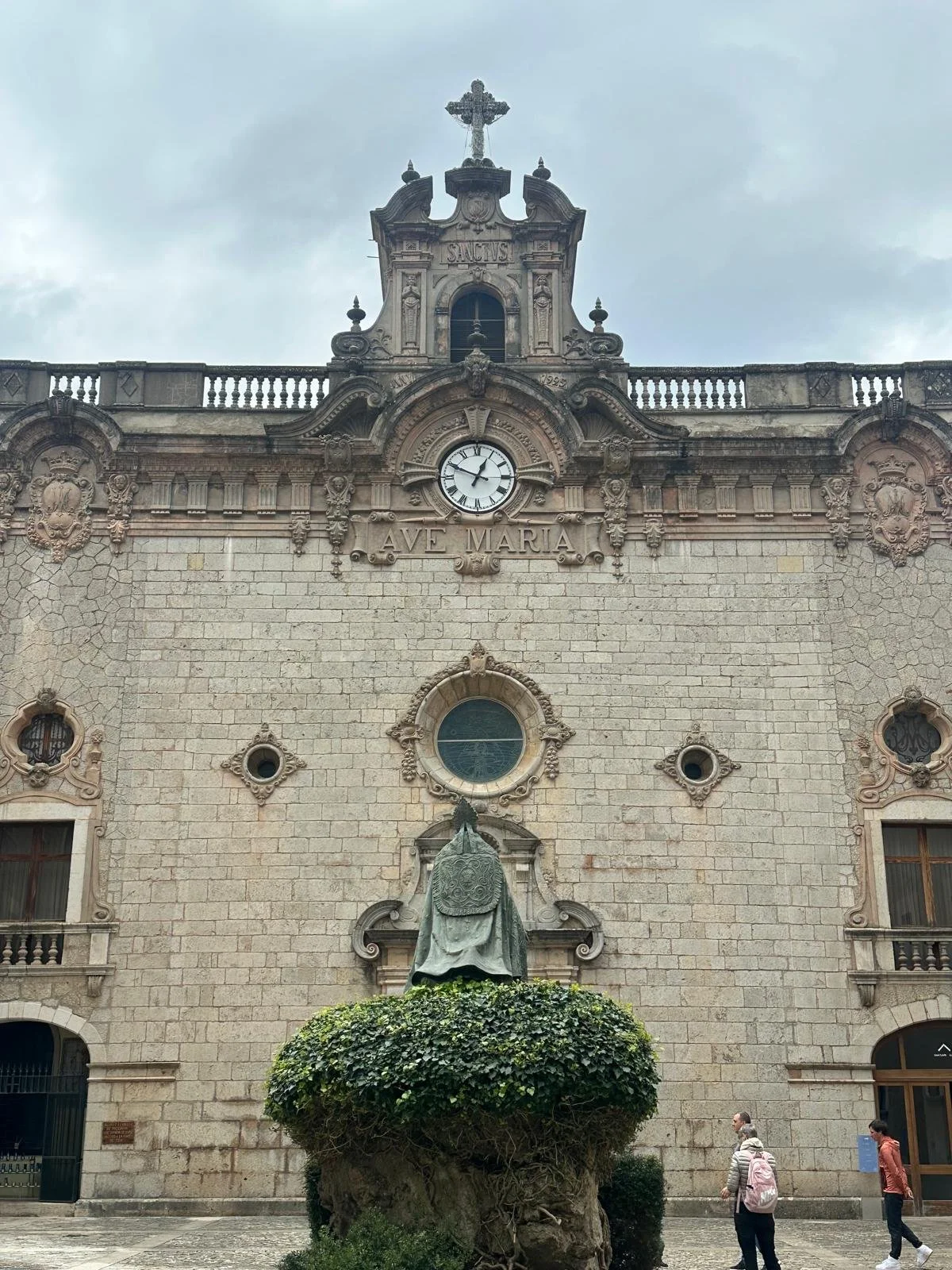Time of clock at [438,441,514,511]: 12:49
